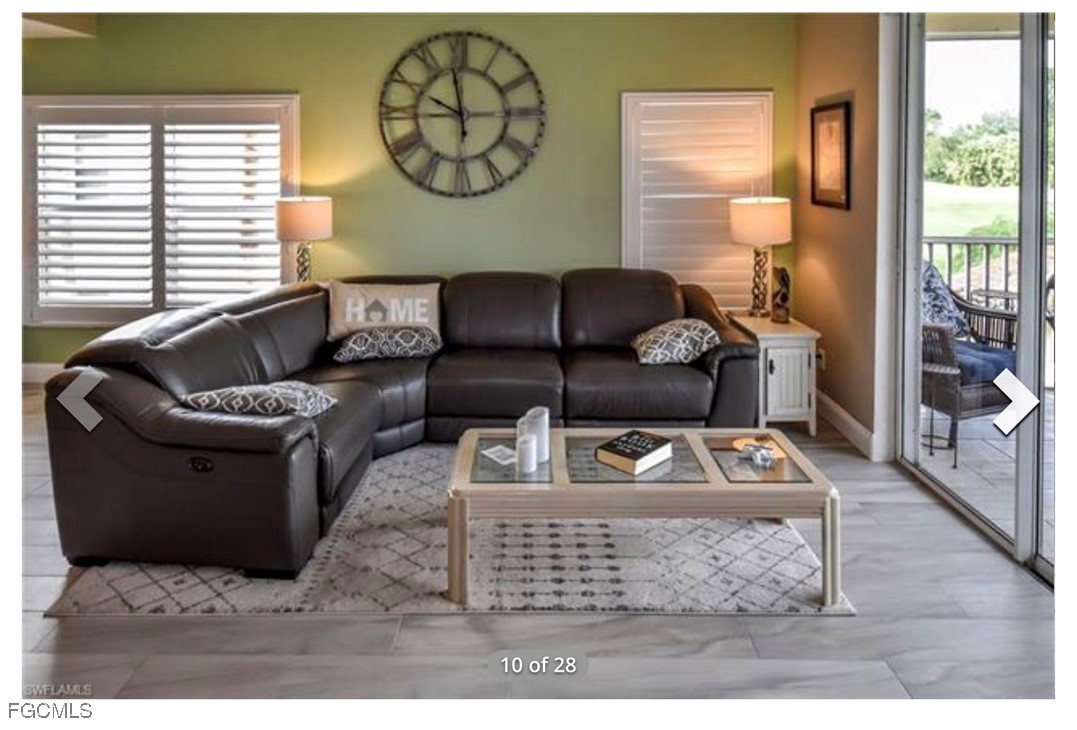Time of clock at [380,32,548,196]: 9:58
